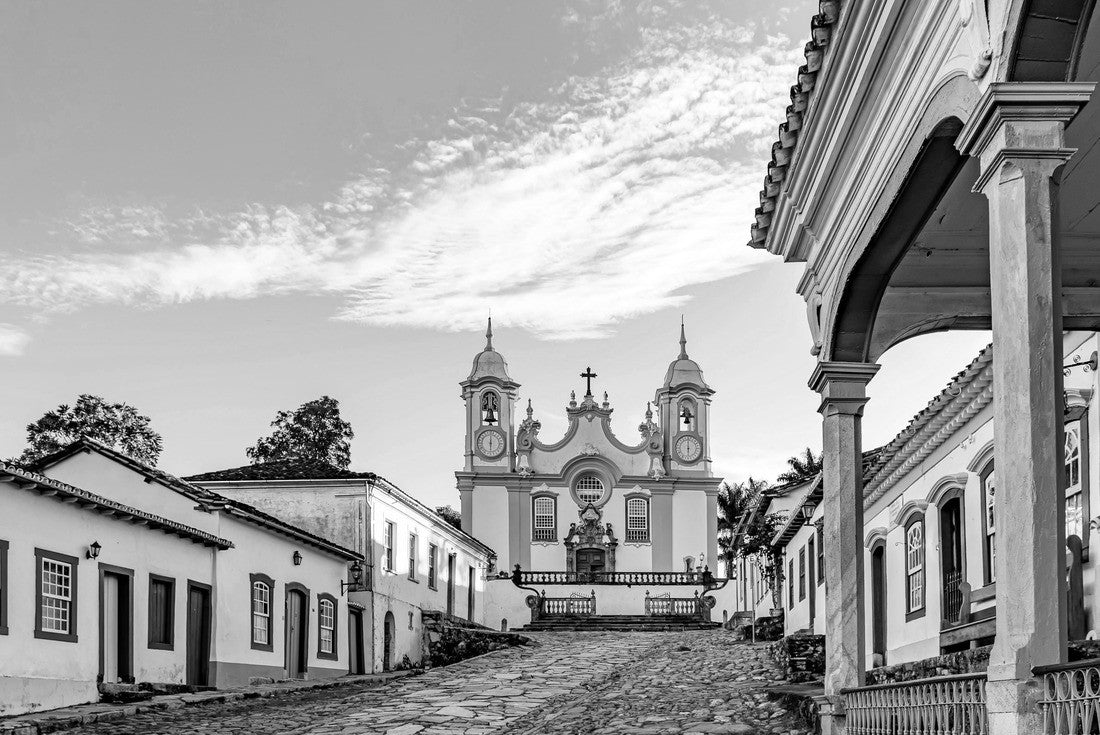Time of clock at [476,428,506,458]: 6:00
